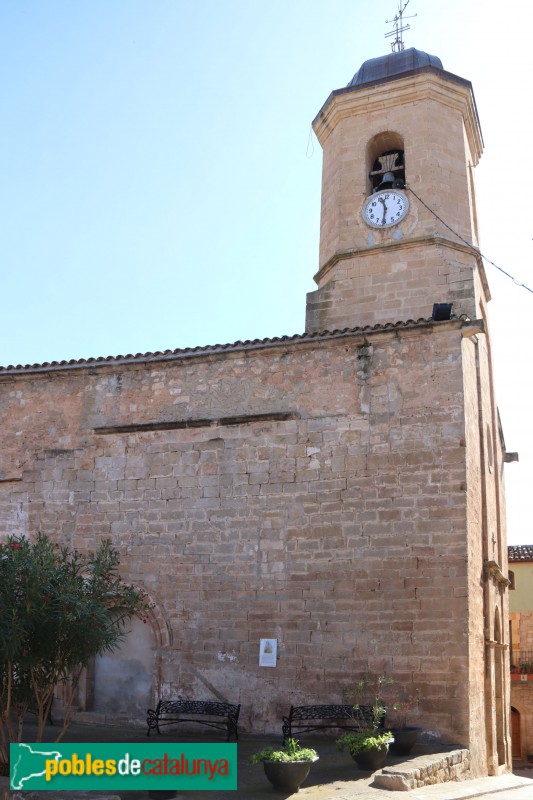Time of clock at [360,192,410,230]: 11:30
